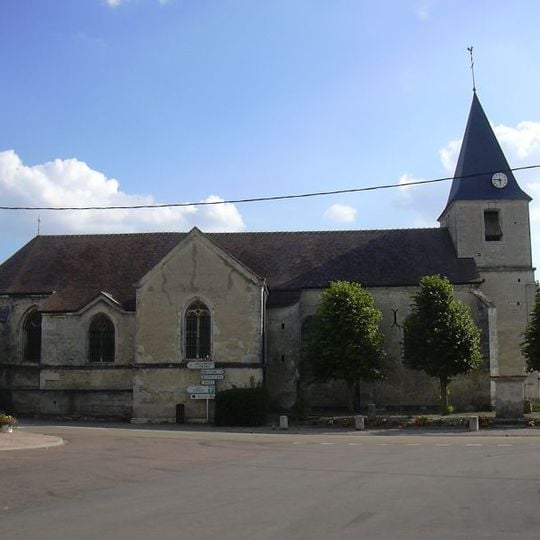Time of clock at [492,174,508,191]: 5:46
